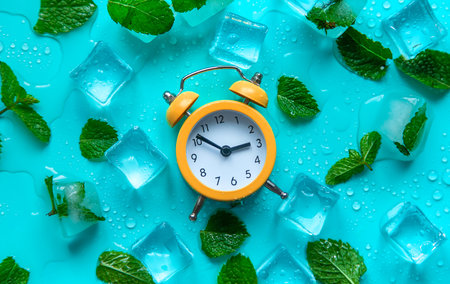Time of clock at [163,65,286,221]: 2:51
